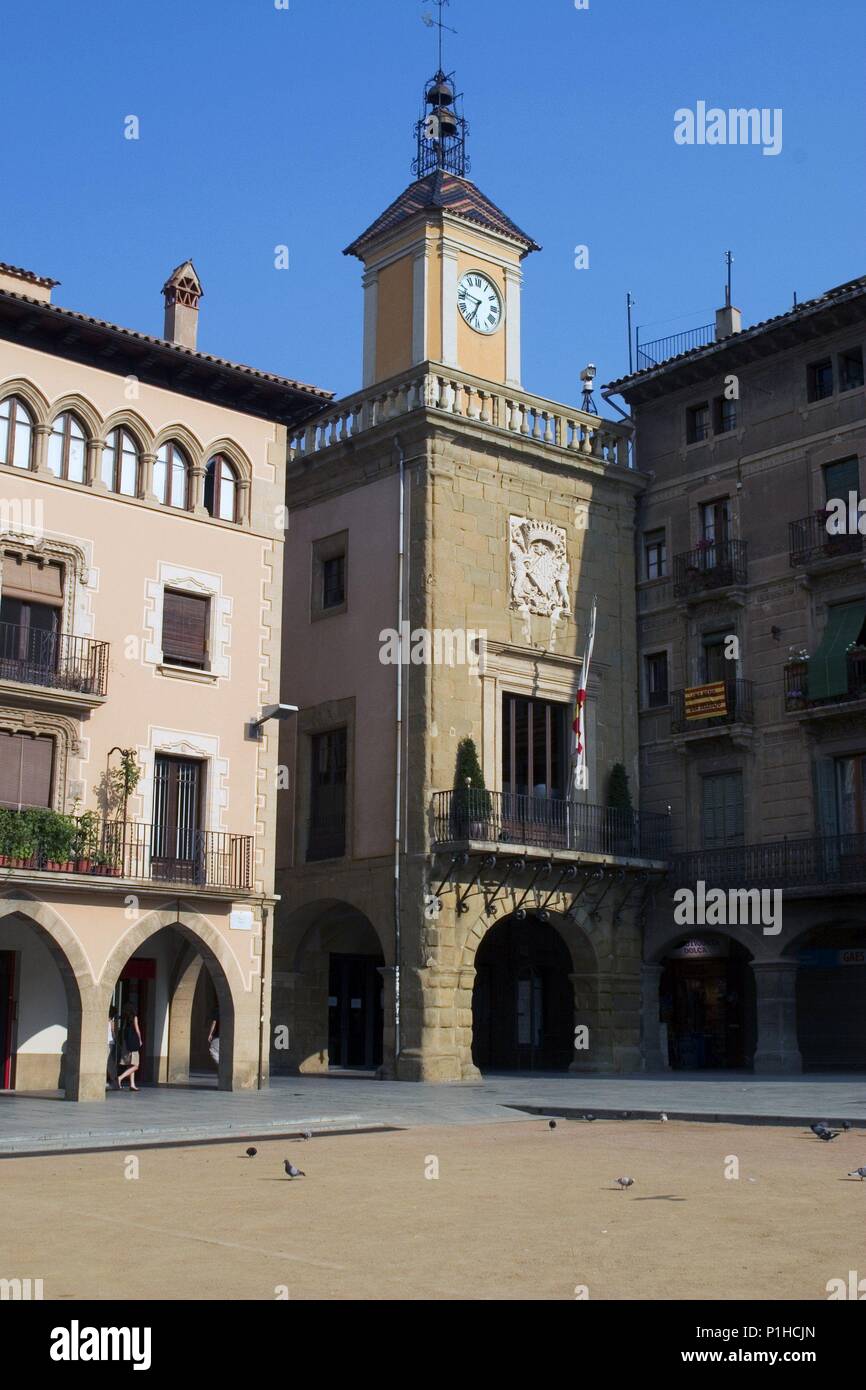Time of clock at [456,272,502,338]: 6:47
